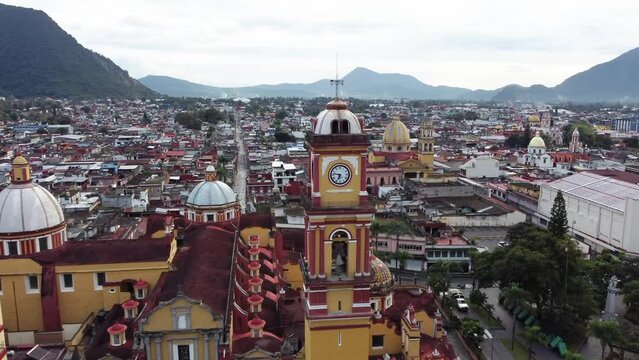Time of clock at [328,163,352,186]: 6:47
